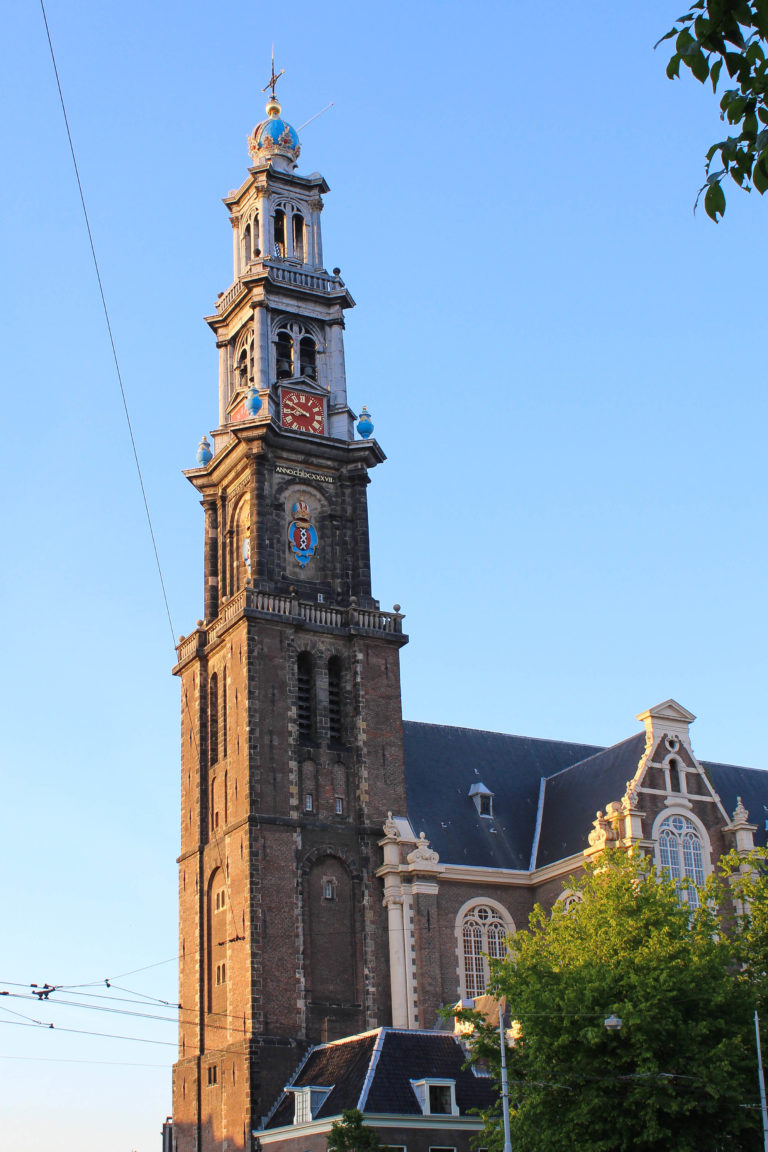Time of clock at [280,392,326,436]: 8:49
